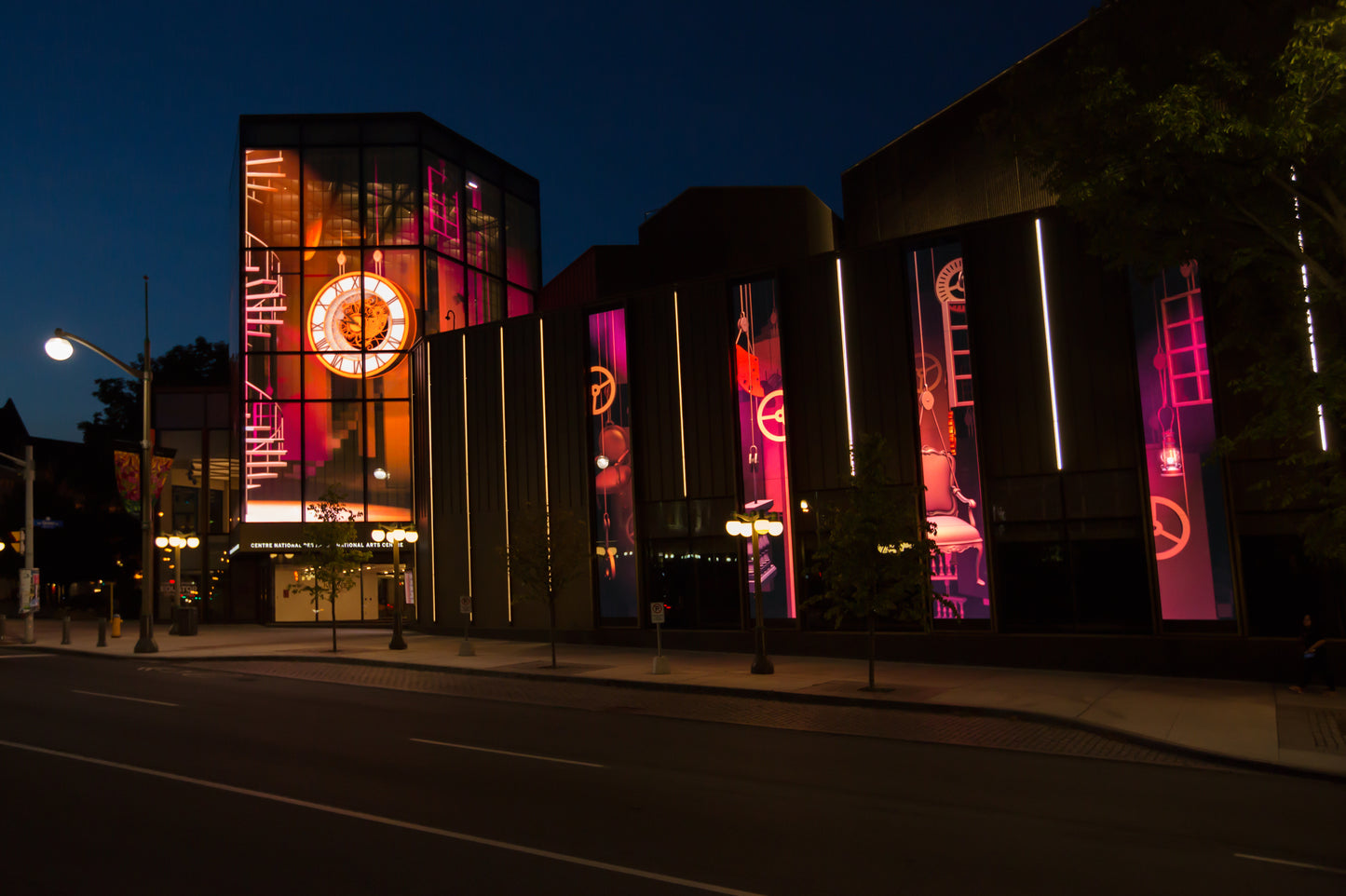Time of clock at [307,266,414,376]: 6:00
